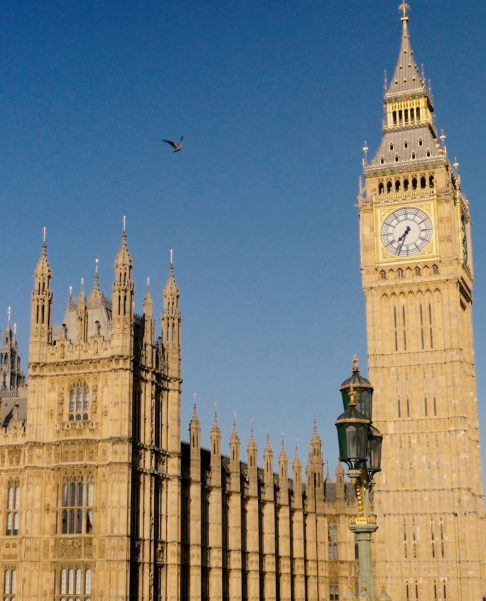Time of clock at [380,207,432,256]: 7:34
